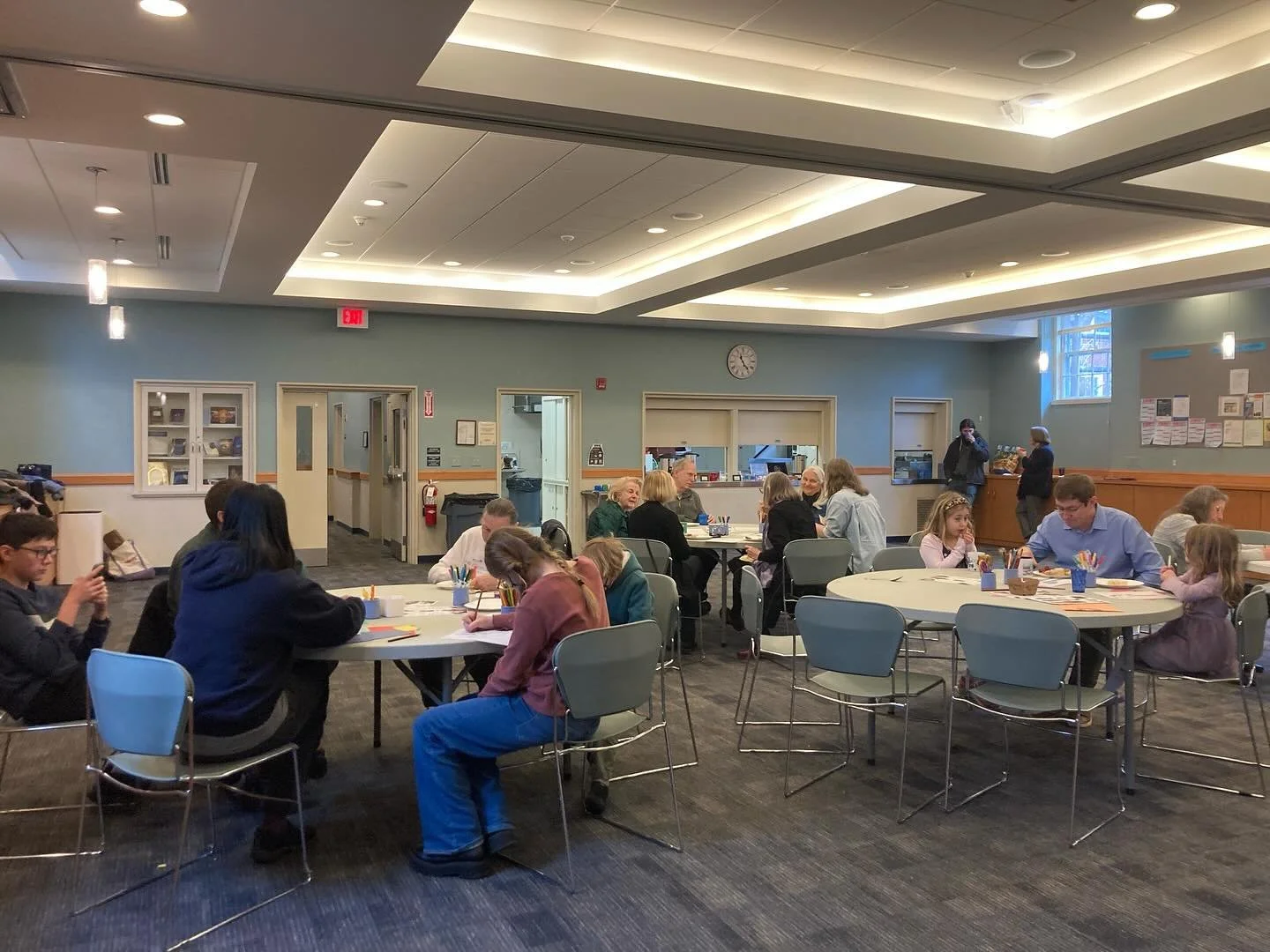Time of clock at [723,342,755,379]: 11:23
